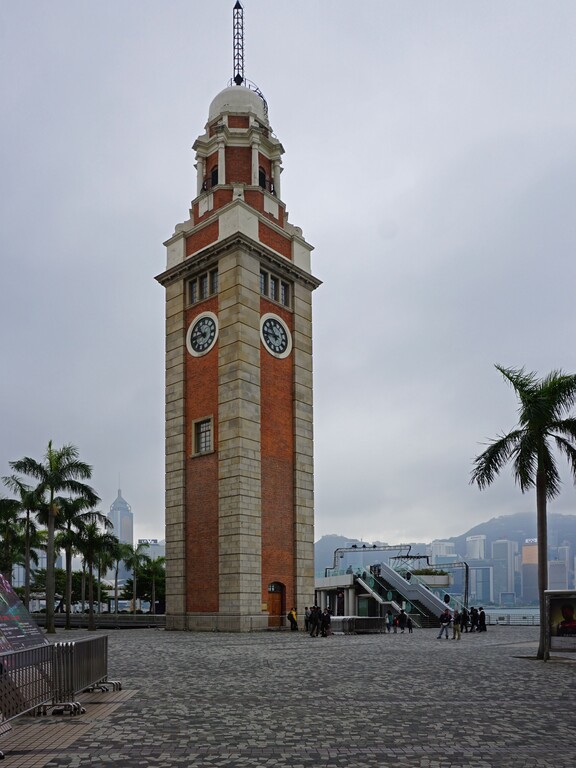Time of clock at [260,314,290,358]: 10:43
